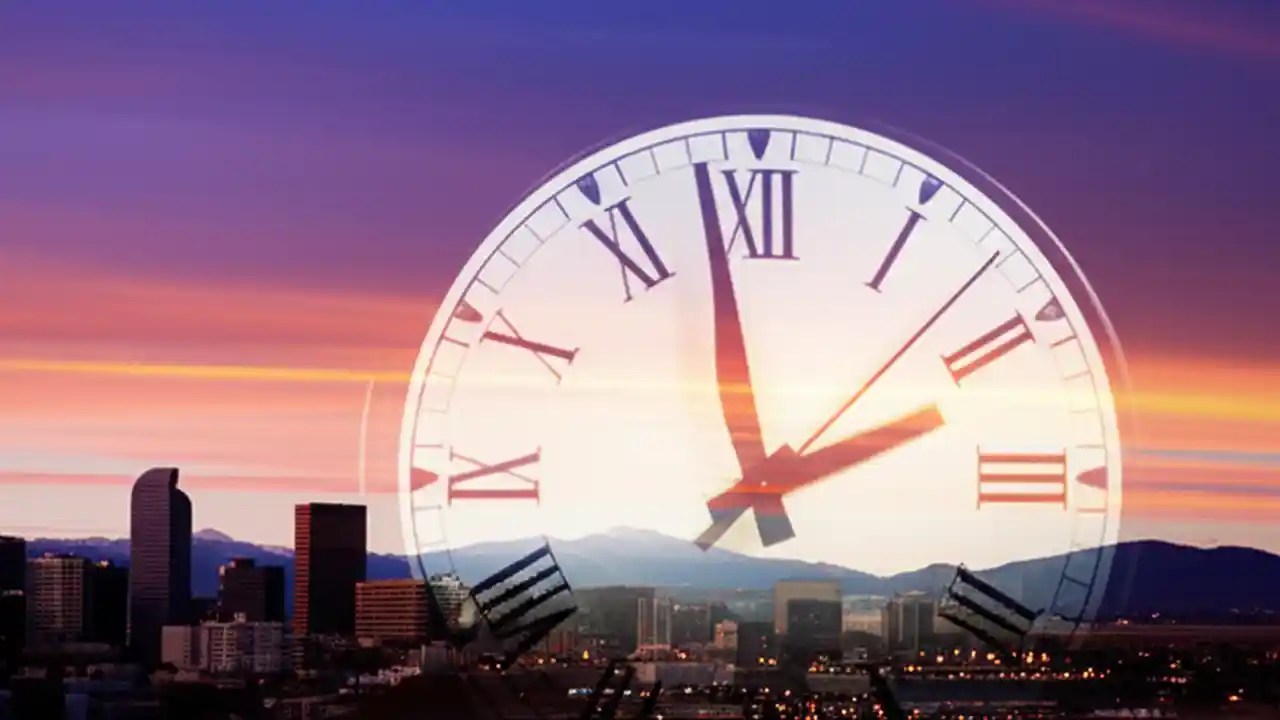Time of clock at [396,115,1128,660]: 1:58
